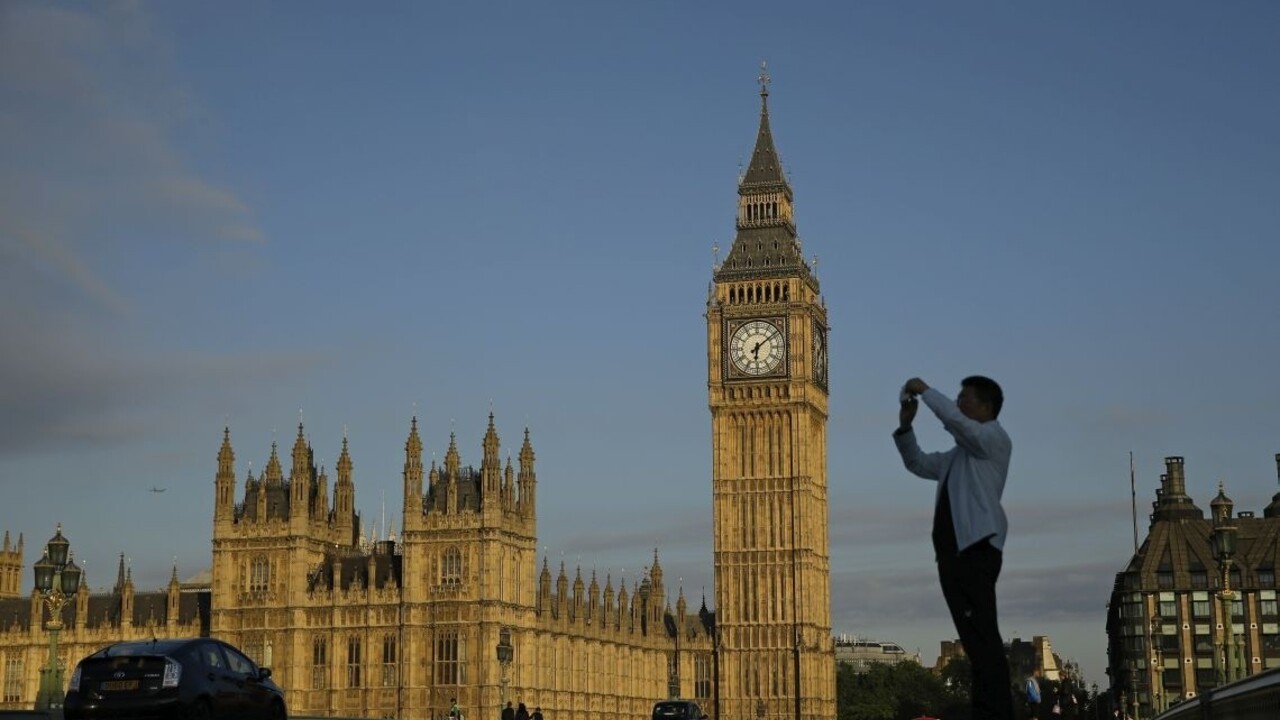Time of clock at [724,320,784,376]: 6:08
